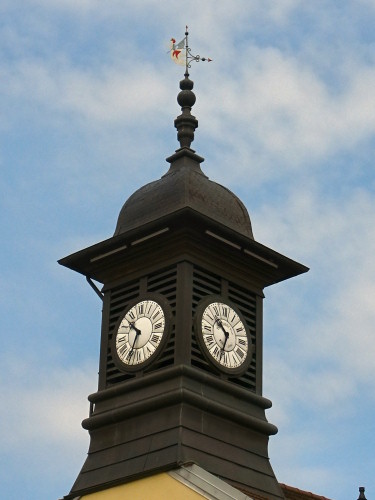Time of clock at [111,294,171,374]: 10:34
